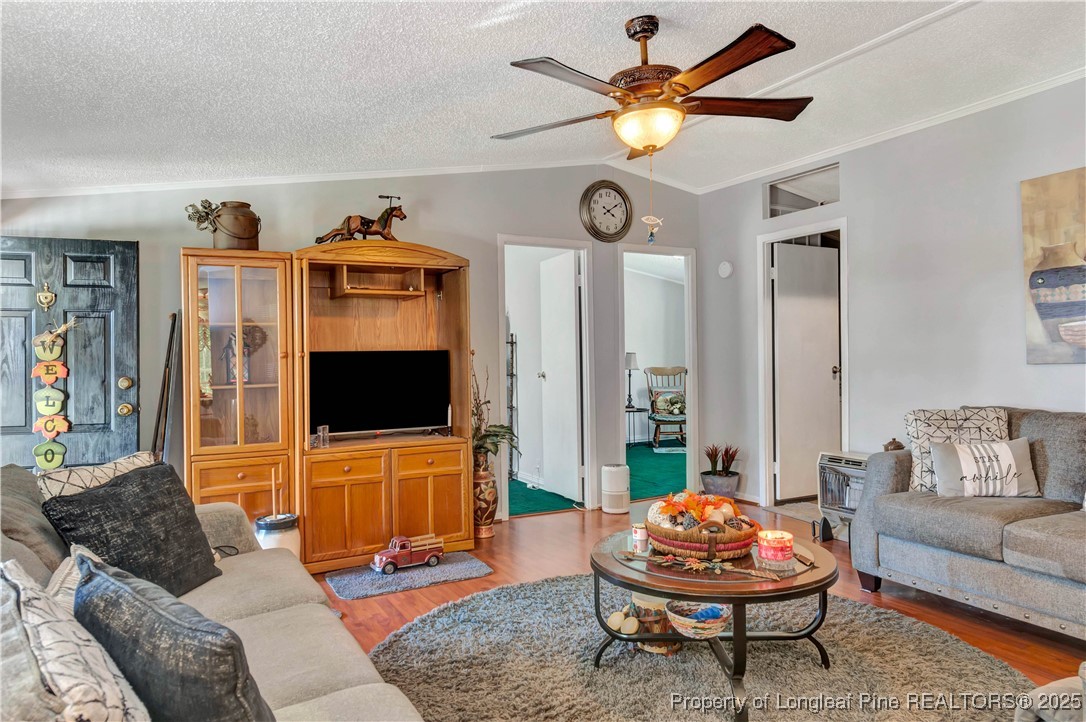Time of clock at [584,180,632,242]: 4:09
